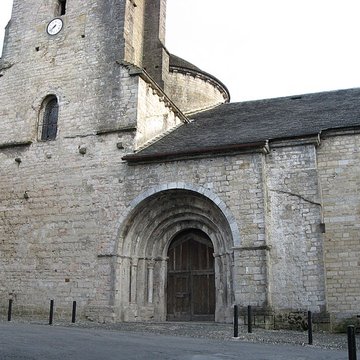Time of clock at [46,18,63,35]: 7:37
